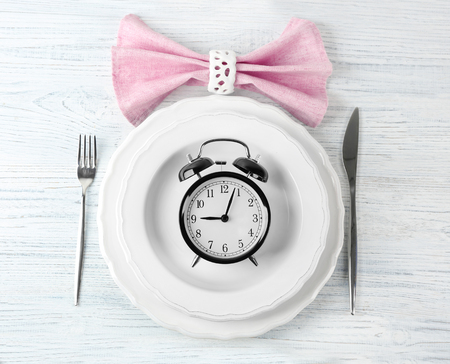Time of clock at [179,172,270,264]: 9:03
